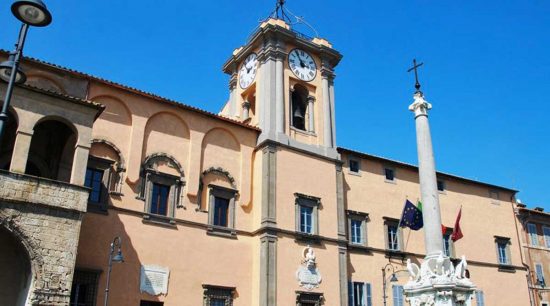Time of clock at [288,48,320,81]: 2:54
